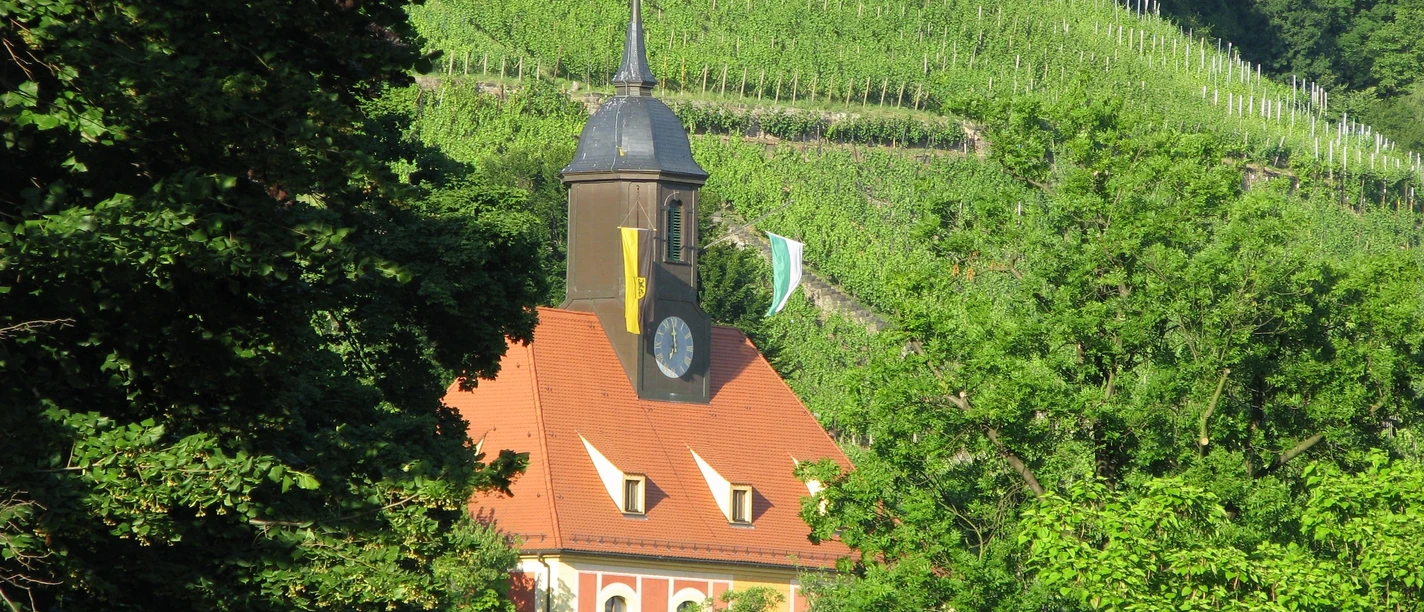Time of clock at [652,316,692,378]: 6:59
